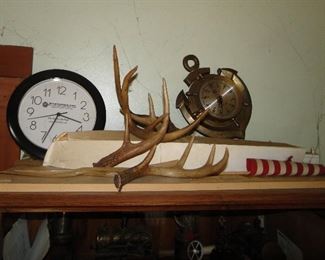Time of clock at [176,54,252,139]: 1:37
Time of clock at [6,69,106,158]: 3:33
